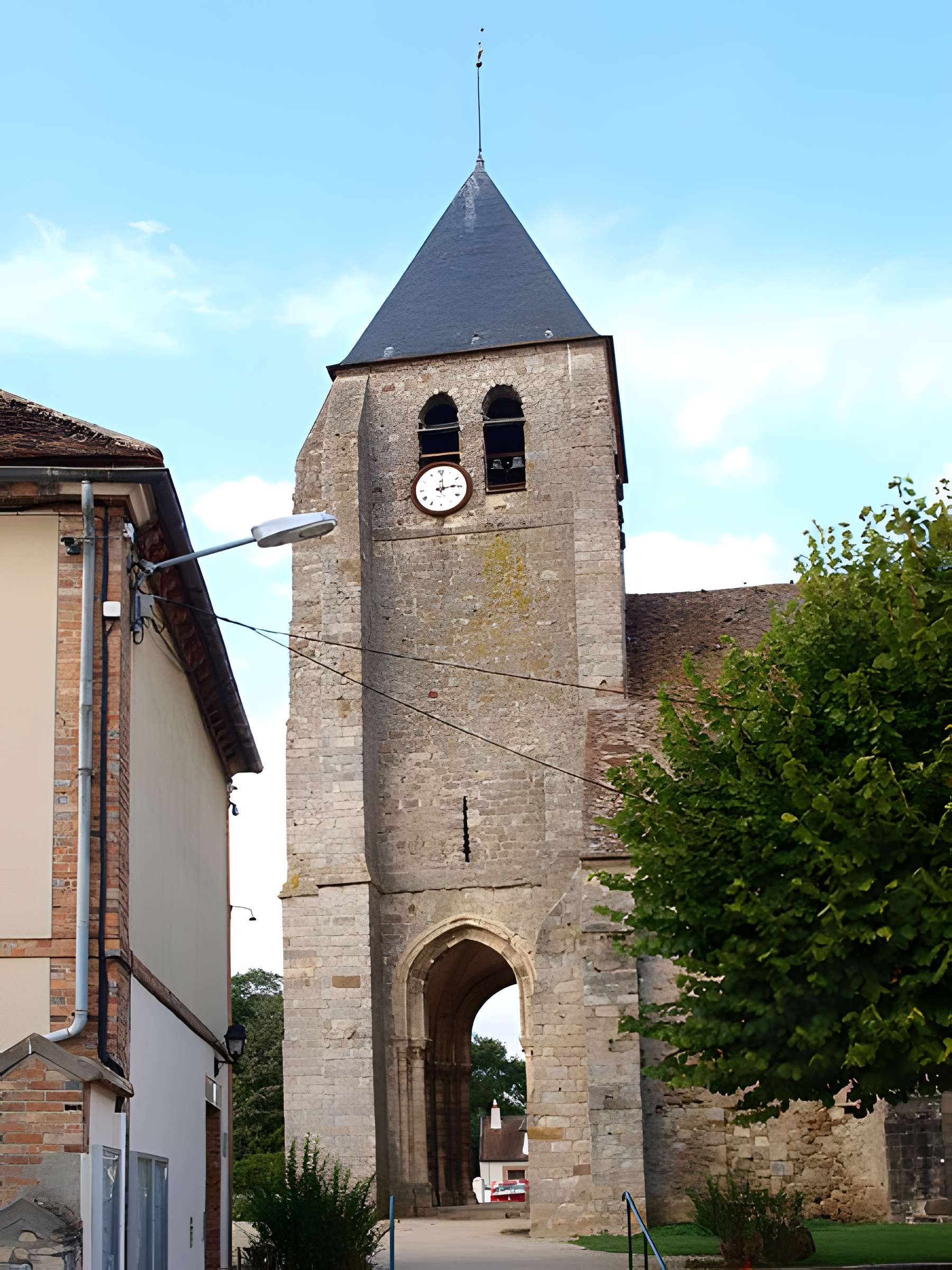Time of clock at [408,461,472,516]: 12:13
